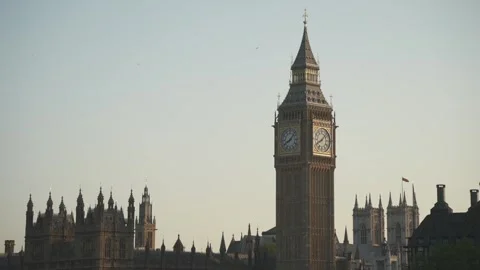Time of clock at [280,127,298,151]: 8:07
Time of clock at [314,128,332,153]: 8:07
